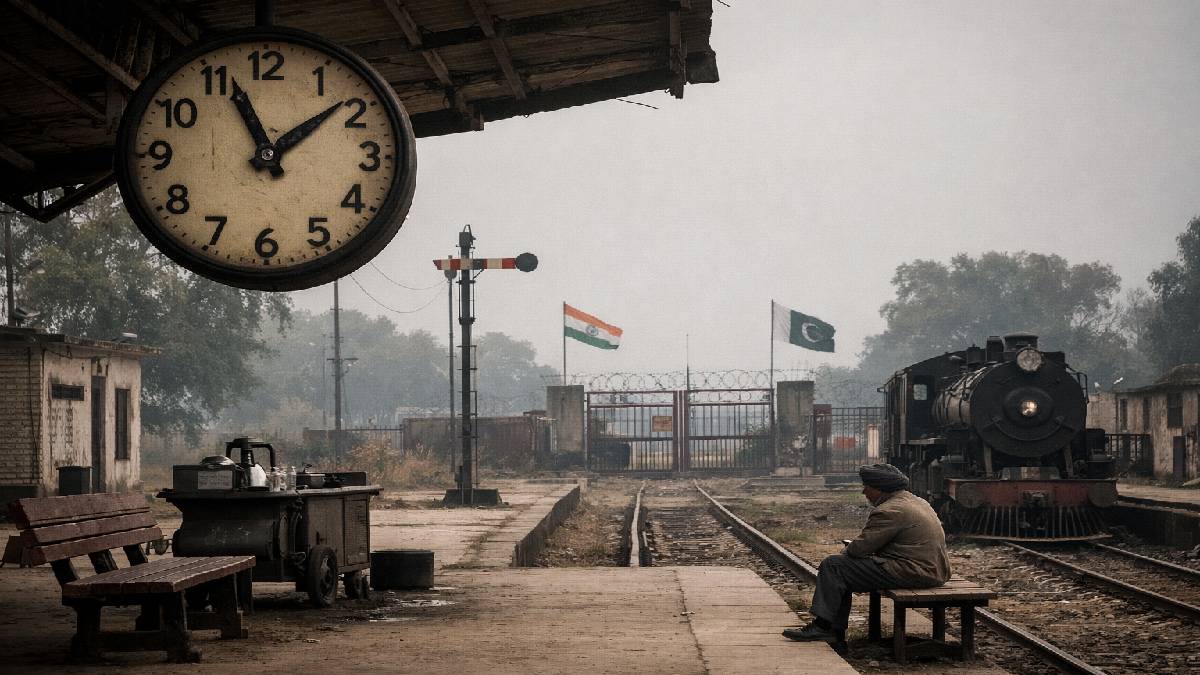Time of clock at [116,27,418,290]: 11:08
